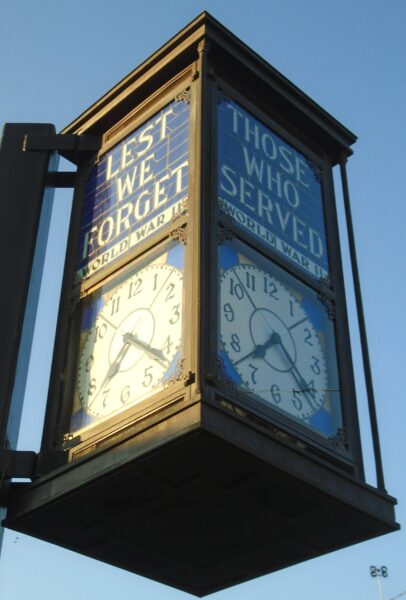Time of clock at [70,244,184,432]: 7:21
